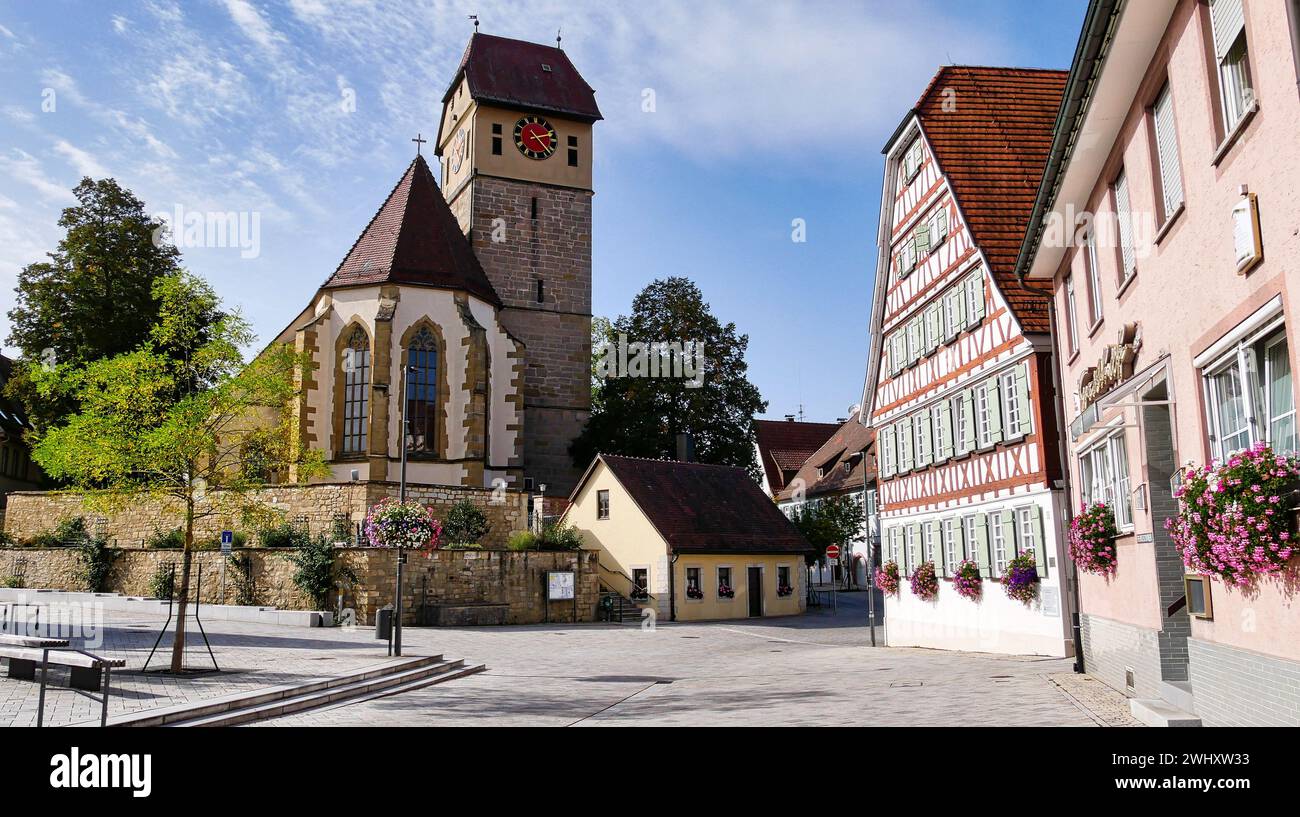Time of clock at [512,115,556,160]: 2:22
